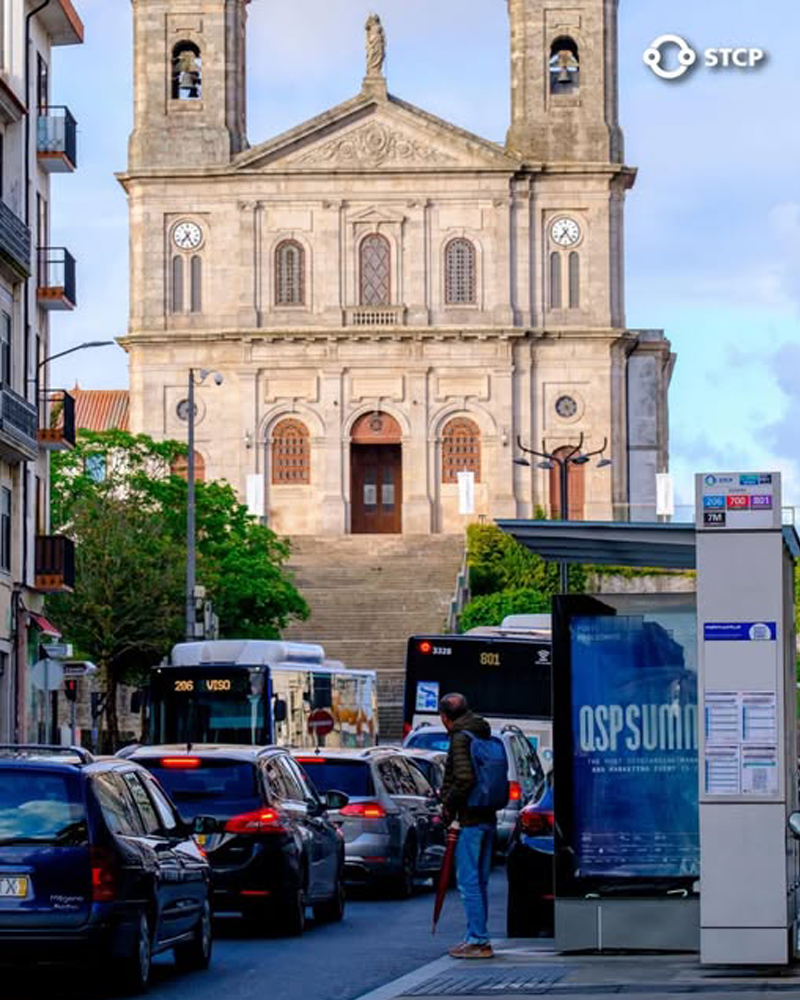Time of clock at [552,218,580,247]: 7:24
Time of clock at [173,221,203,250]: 7:25
